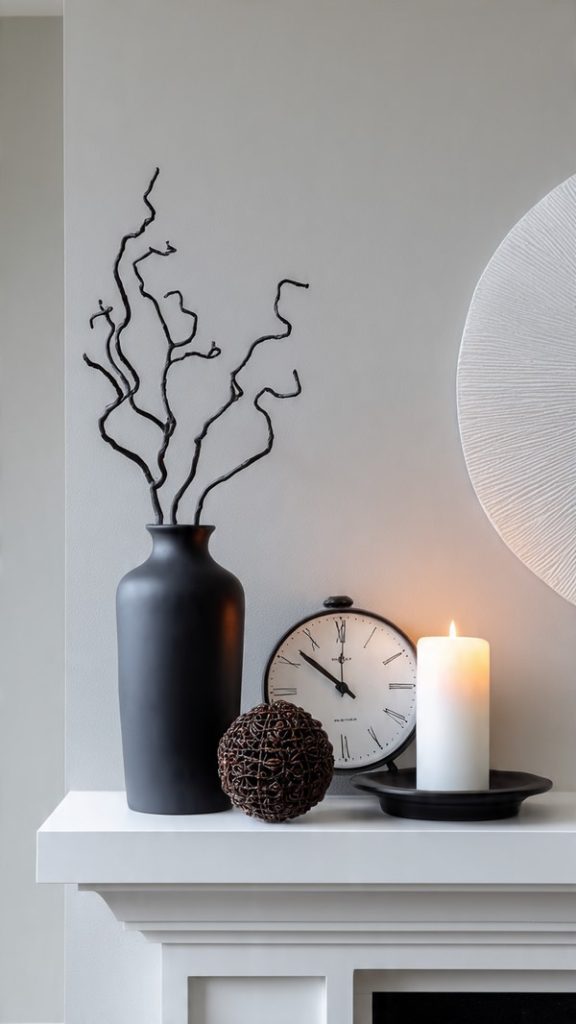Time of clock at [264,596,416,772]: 10:00
